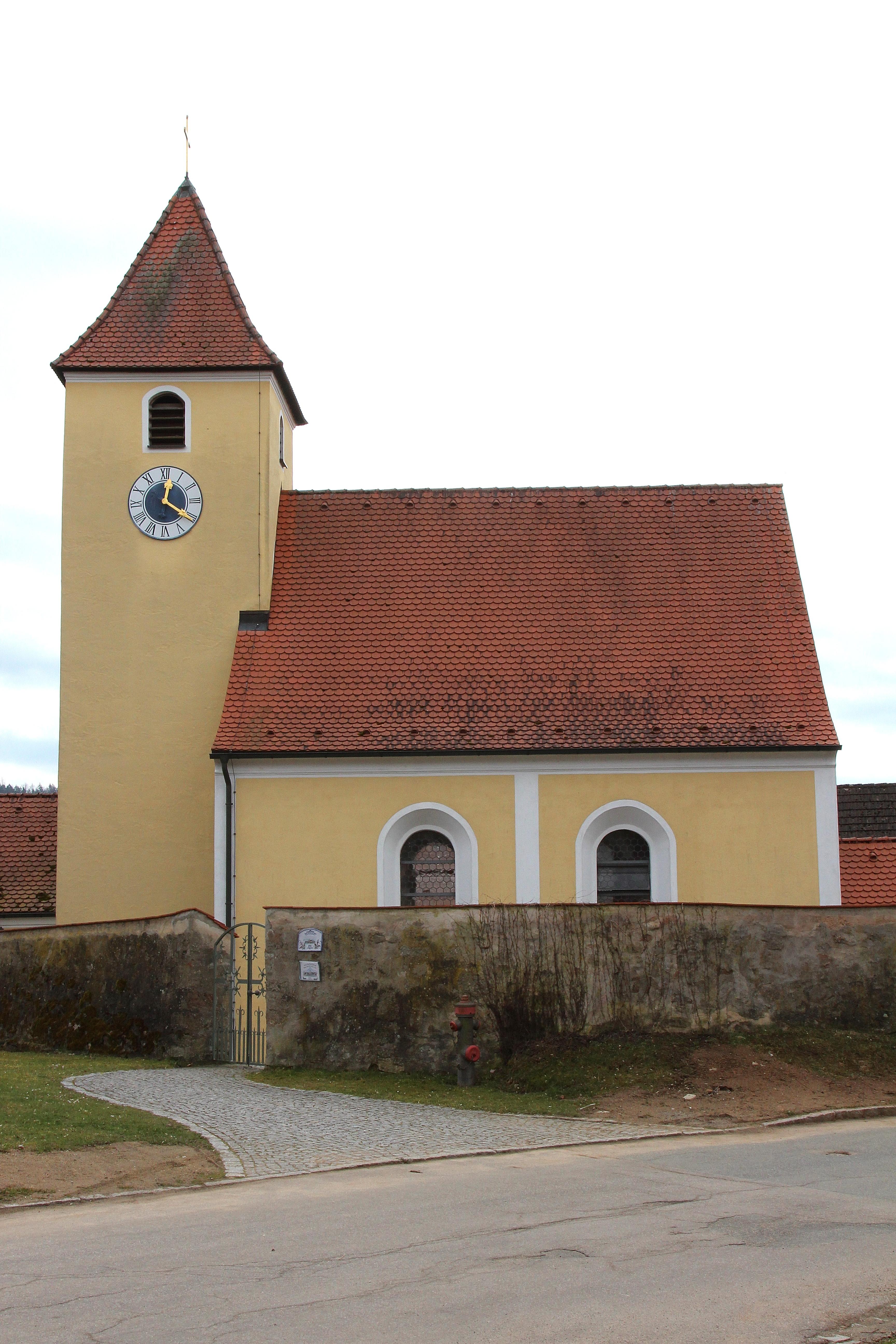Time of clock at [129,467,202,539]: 12:20
